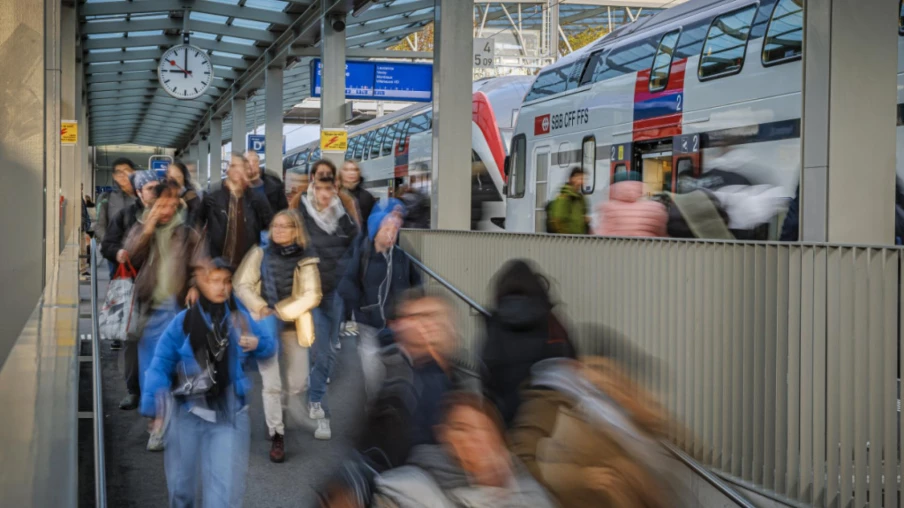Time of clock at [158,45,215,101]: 8:59
